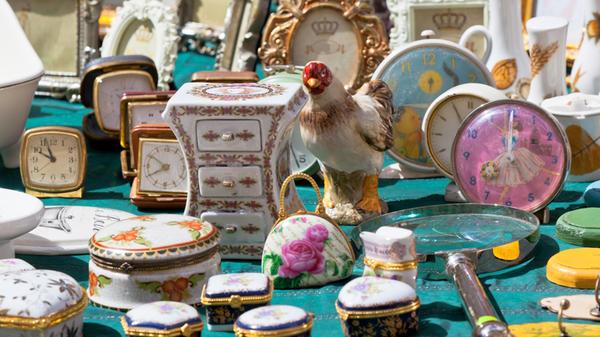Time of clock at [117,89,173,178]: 7:50
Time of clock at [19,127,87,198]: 9:56
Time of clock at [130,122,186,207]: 7:50
